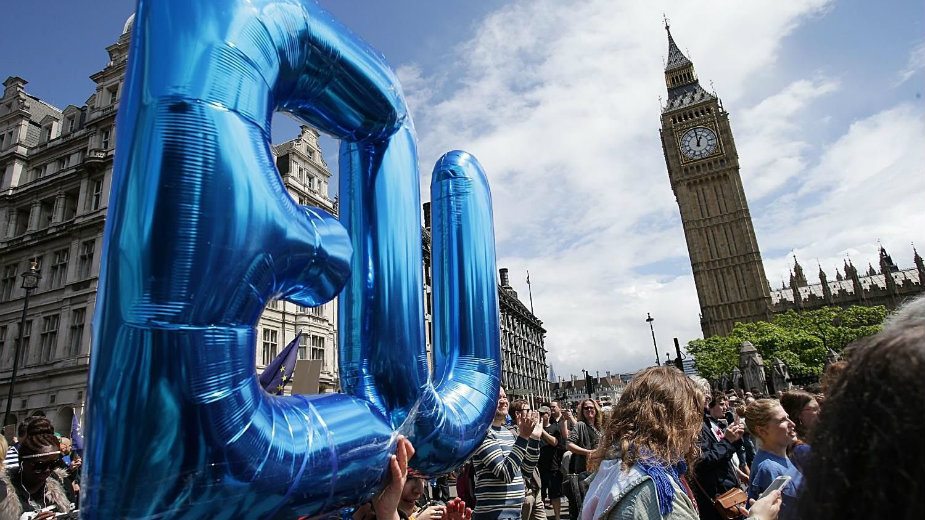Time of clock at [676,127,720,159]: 1:00
